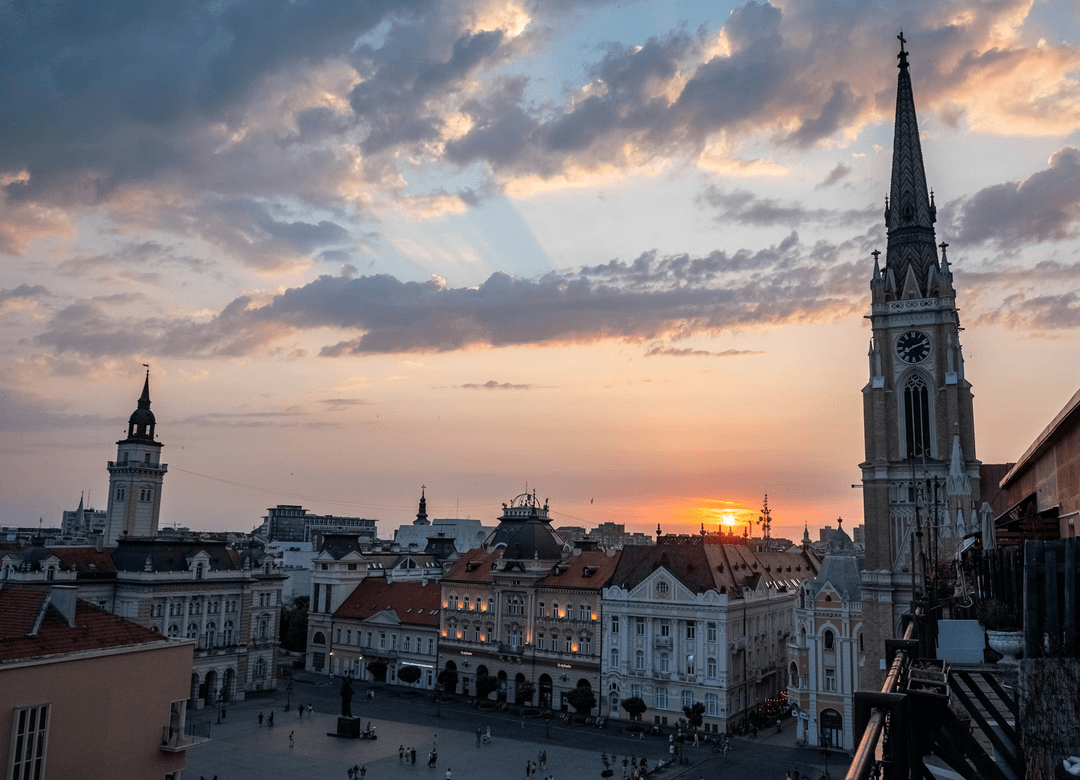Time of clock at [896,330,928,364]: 8:11
